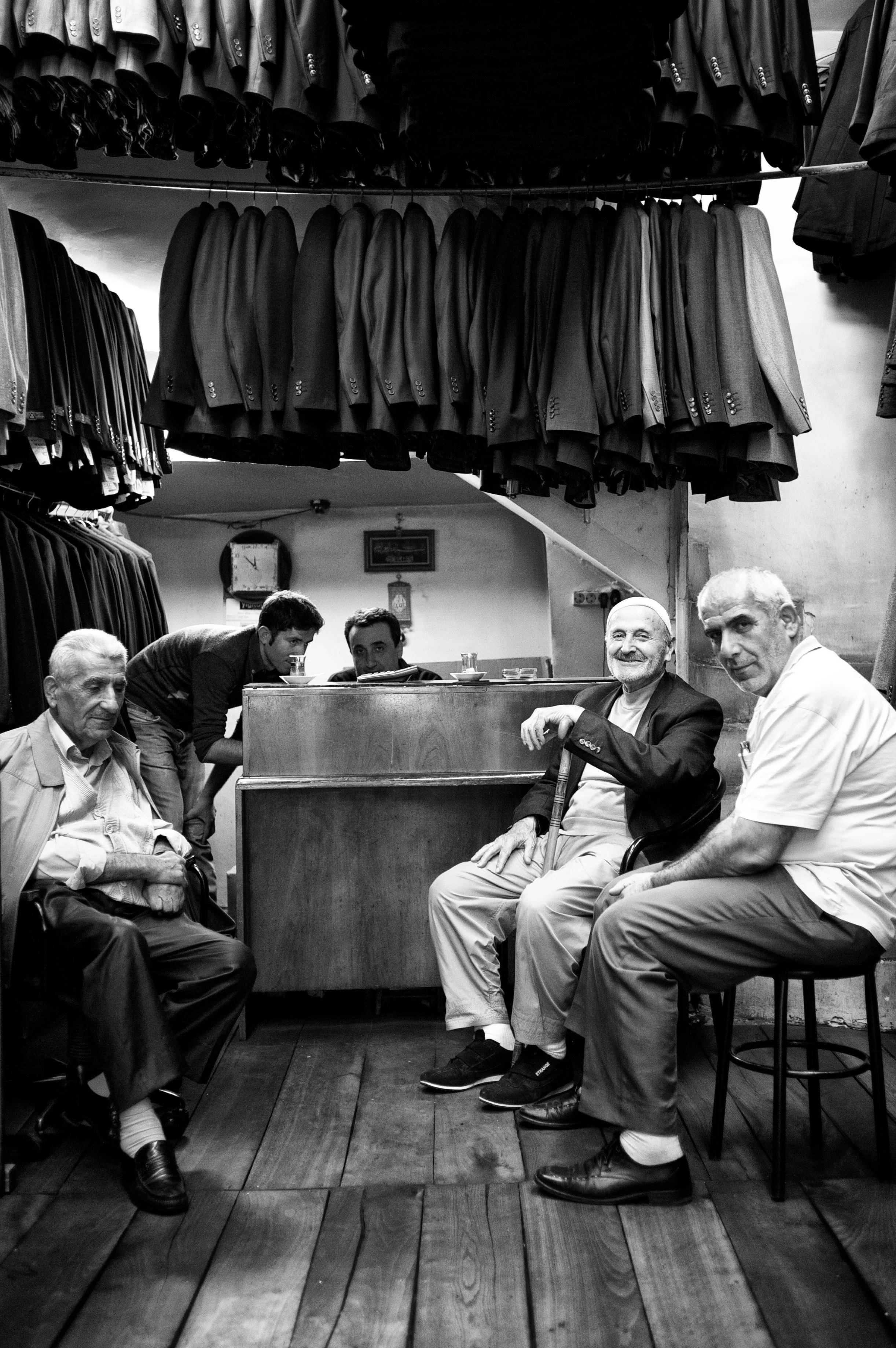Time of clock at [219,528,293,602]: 11:51
